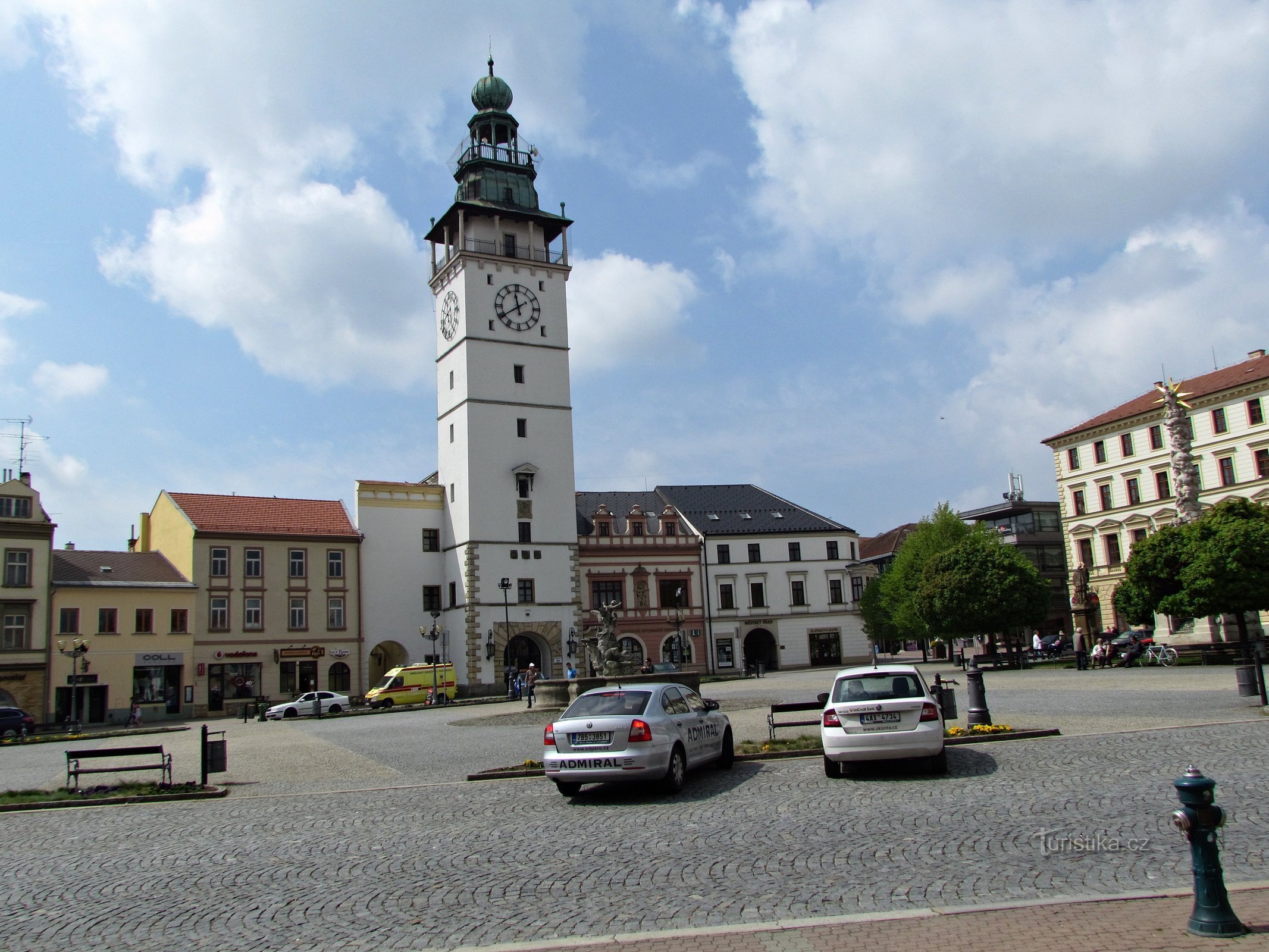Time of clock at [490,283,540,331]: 11:39
